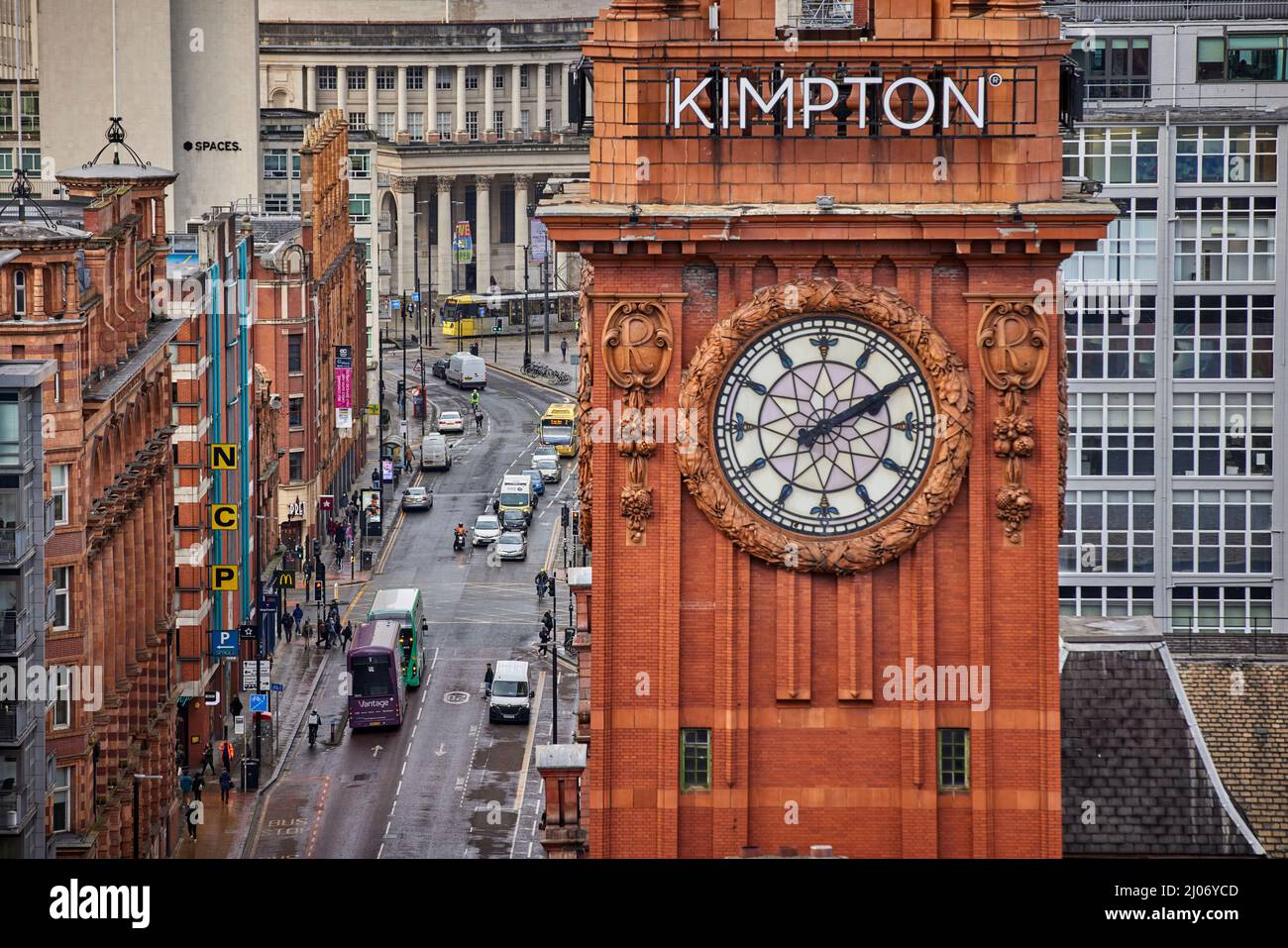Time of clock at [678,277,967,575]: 2:09
